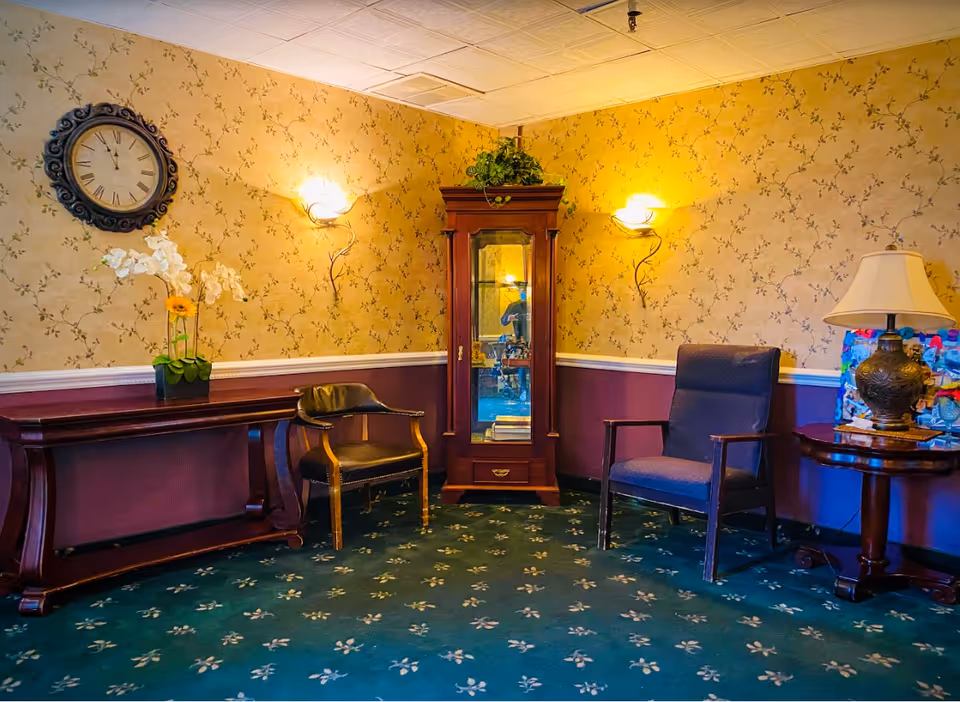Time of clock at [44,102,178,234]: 11:55
